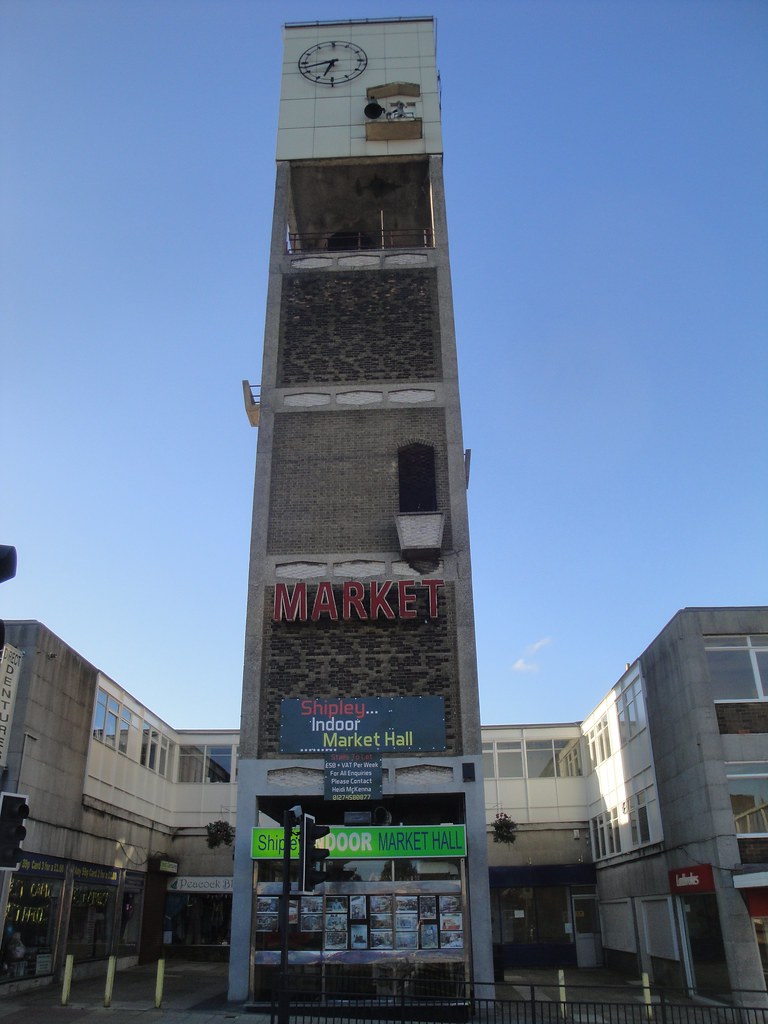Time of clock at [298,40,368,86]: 6:42
